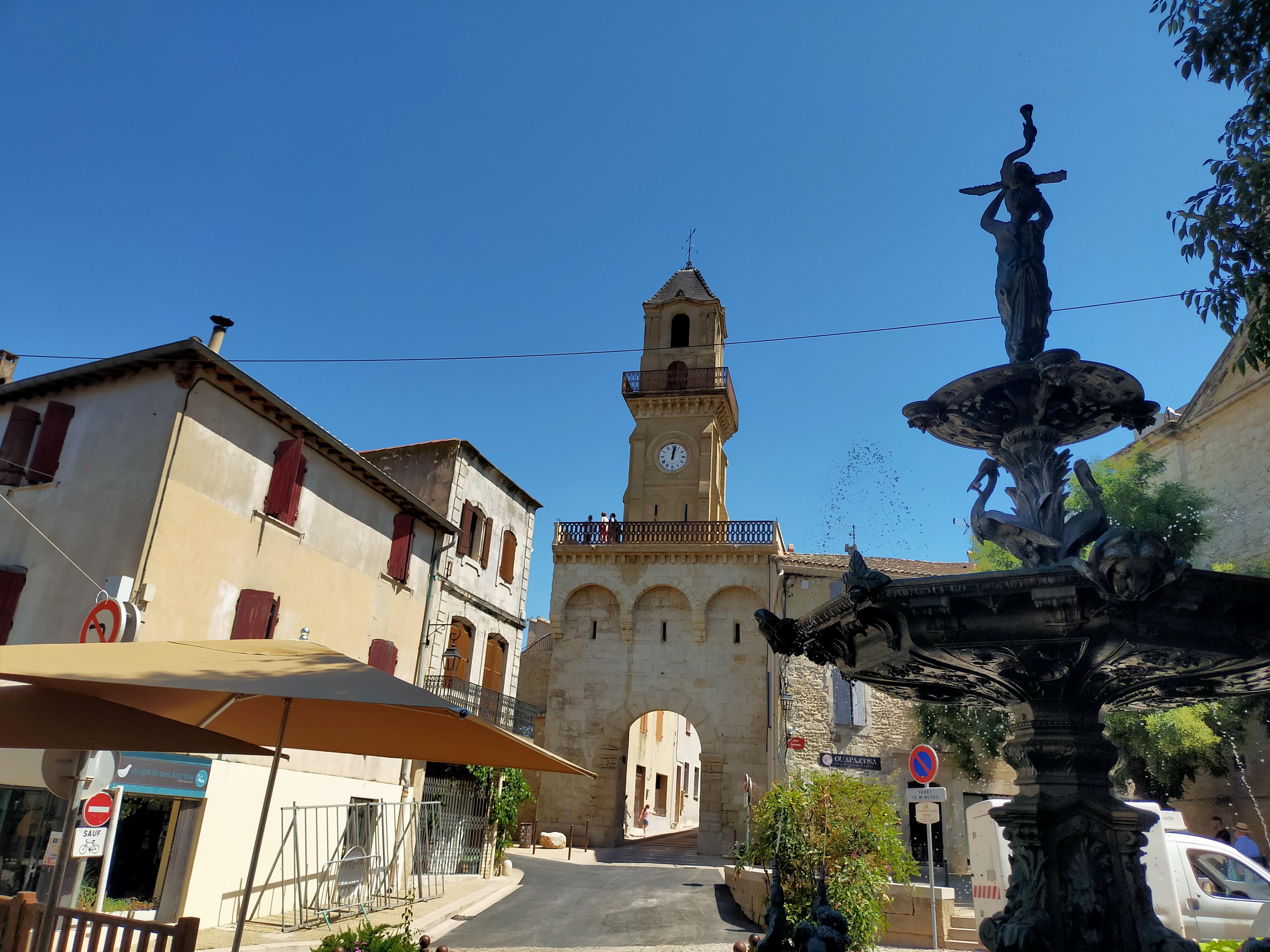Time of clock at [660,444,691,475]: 12:01
